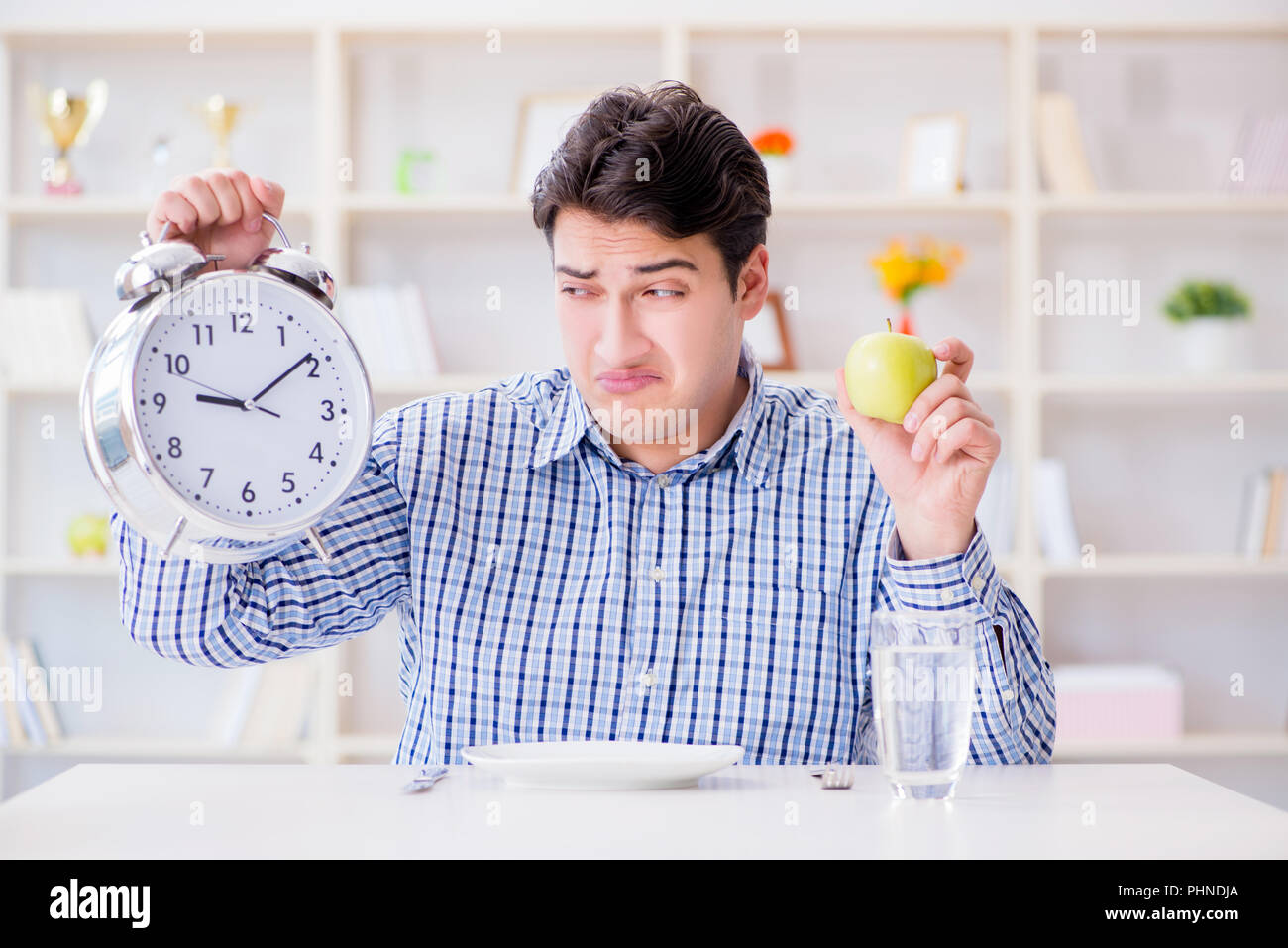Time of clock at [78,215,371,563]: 9:09
